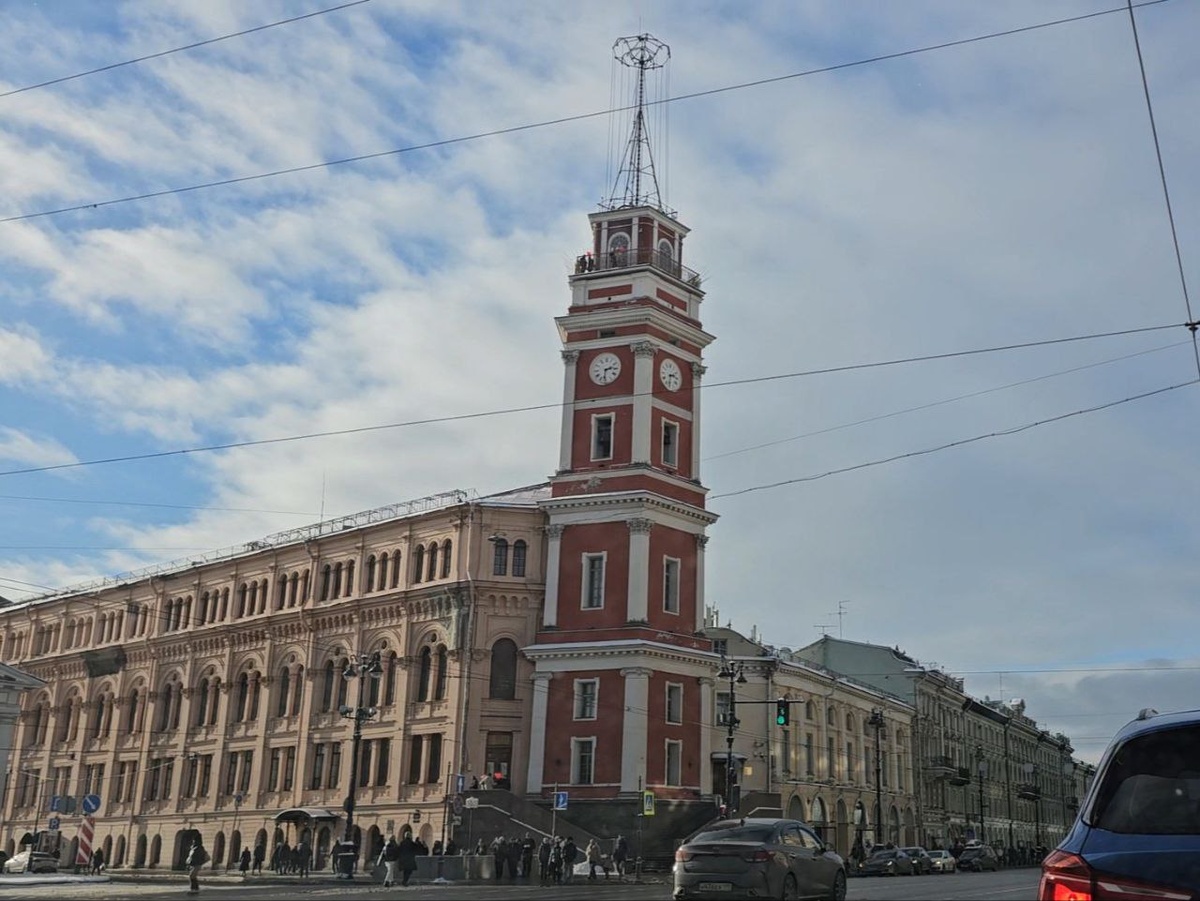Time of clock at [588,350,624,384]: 2:31
